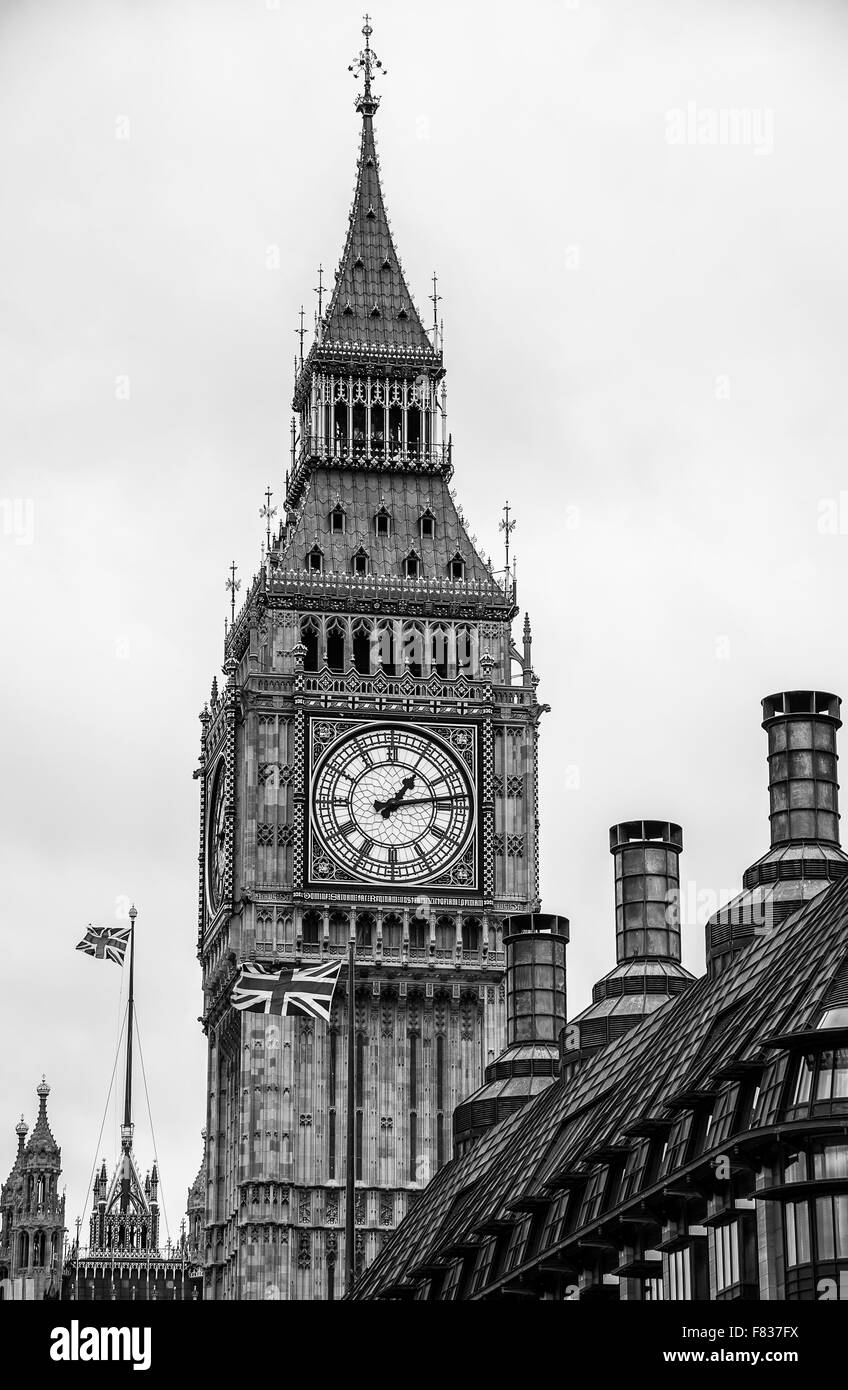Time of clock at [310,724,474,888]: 1:13
